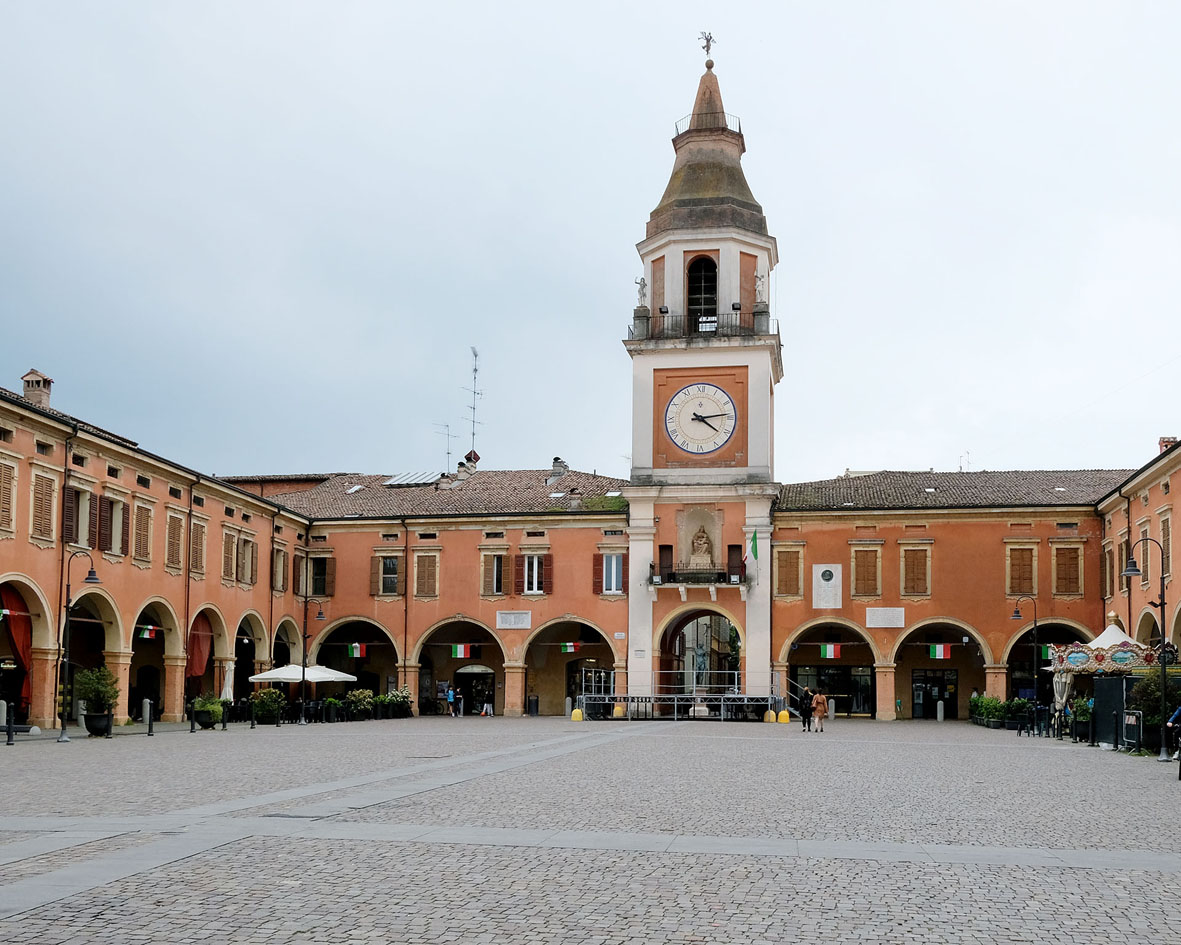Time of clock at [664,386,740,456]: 4:13
